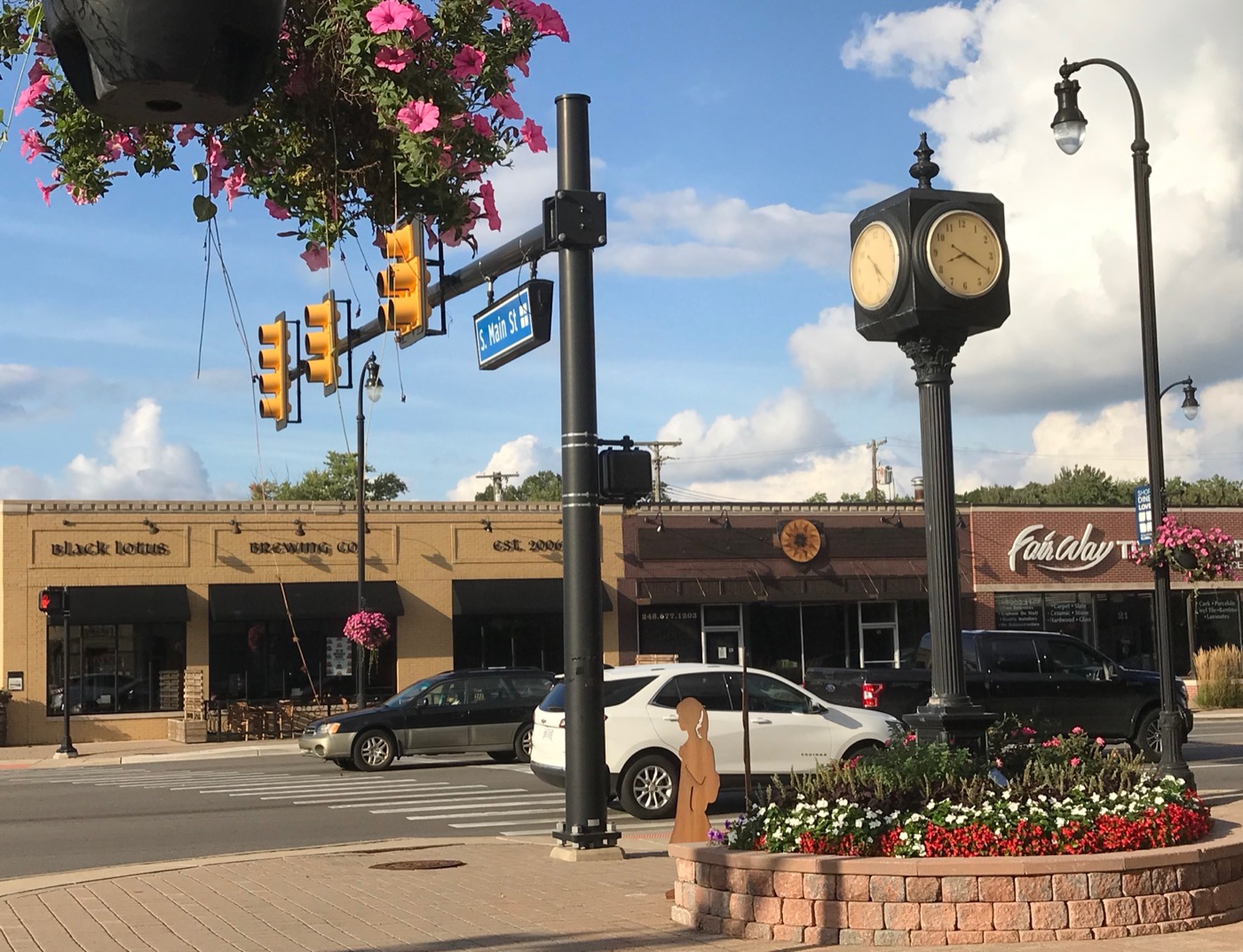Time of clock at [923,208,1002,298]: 8:19
